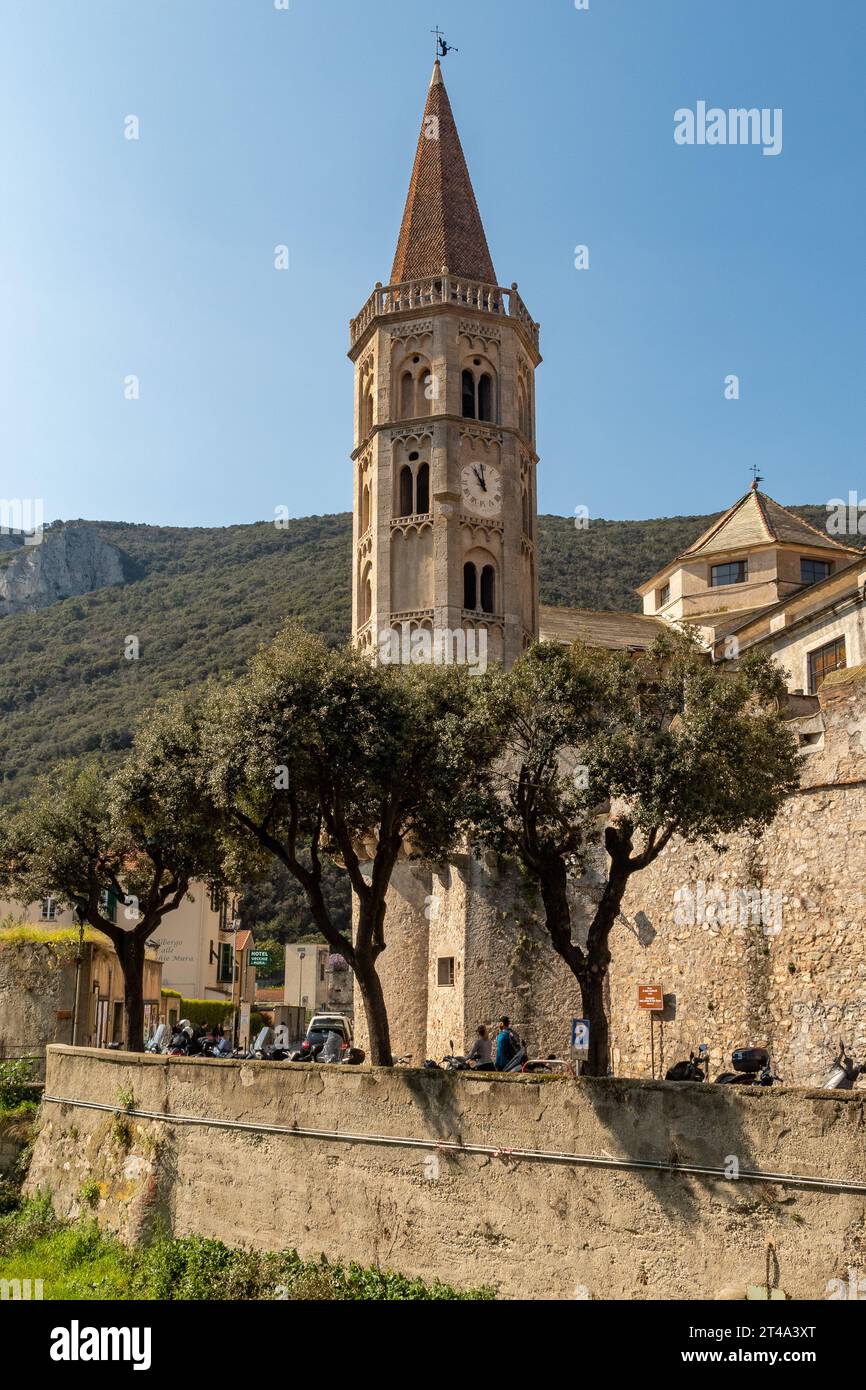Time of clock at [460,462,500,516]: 10:59
